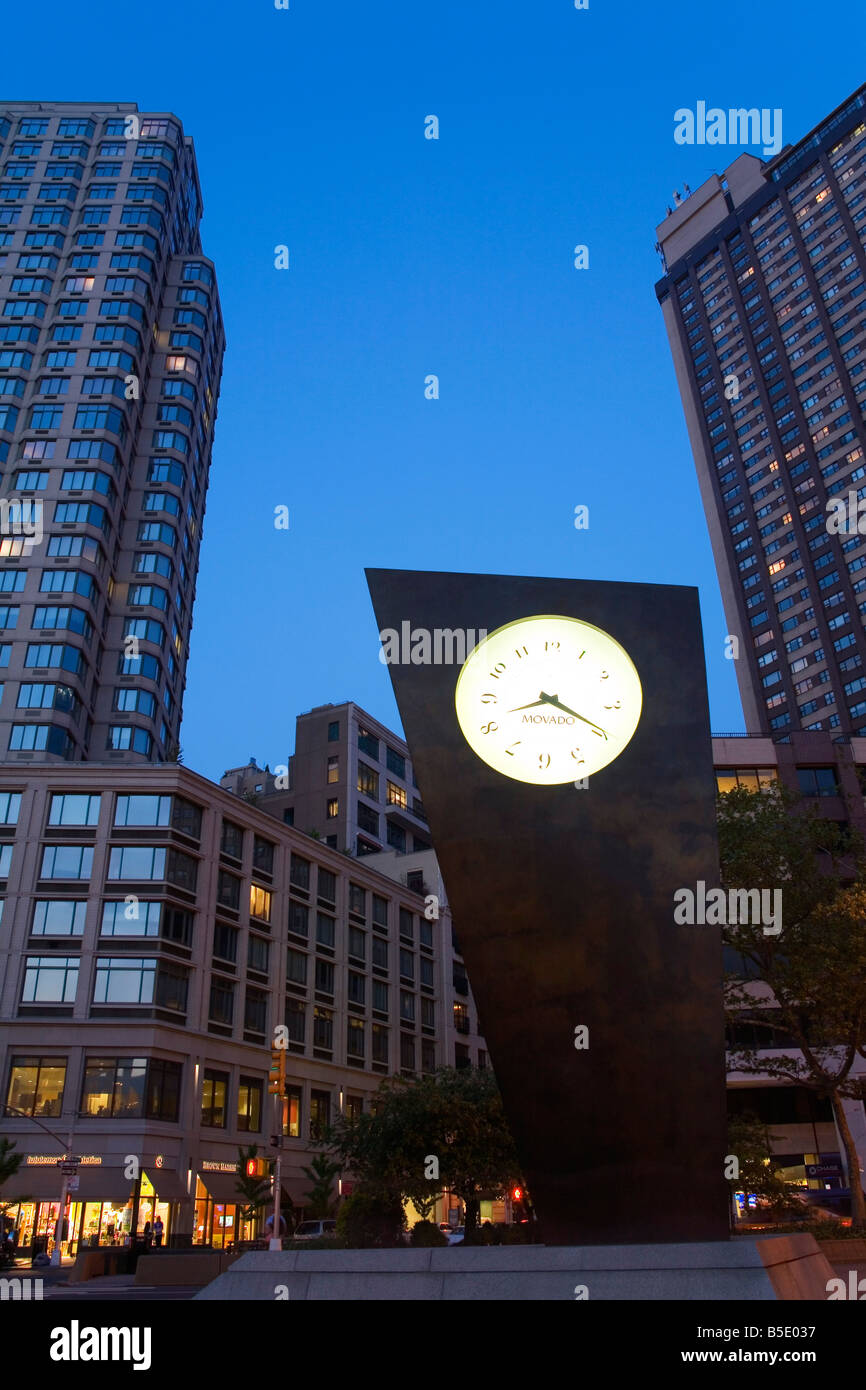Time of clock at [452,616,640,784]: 8:19
